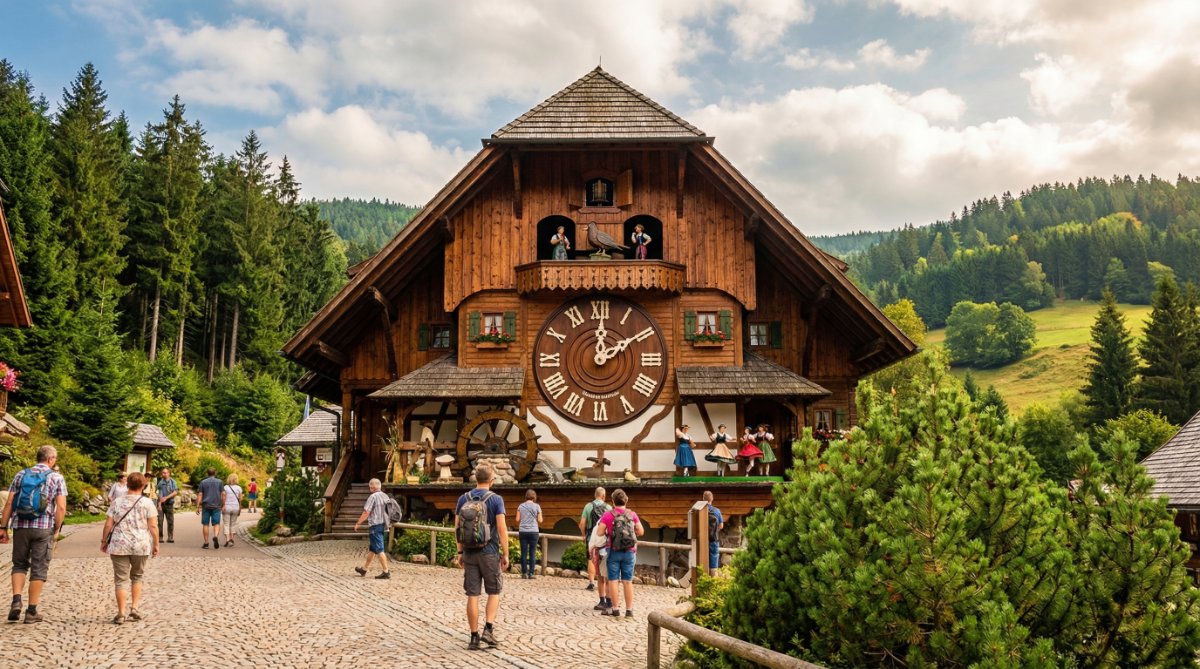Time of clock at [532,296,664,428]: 12:09
